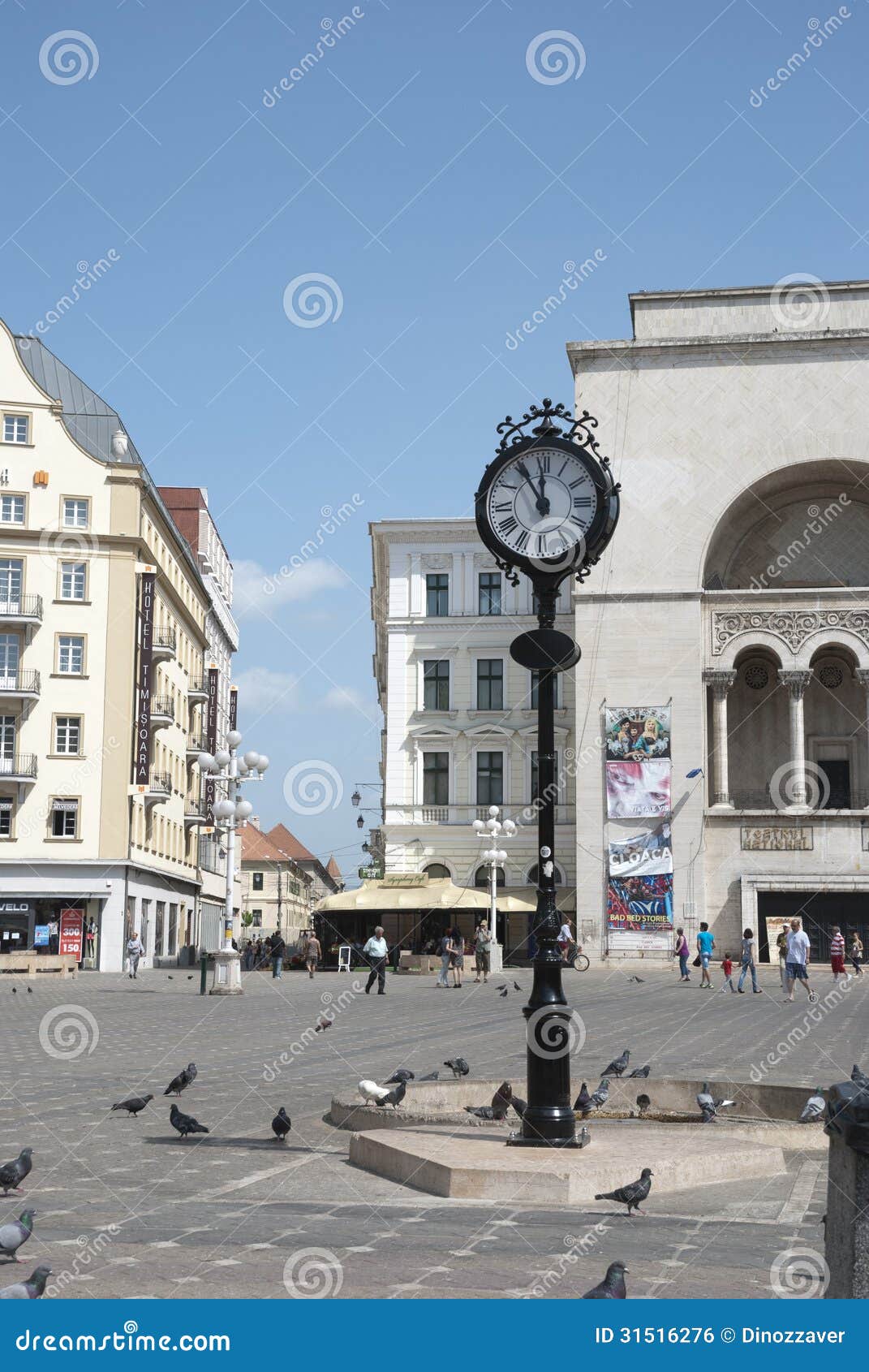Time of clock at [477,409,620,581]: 11:54
